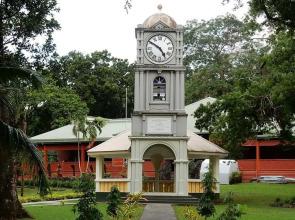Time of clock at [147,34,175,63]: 4:50
